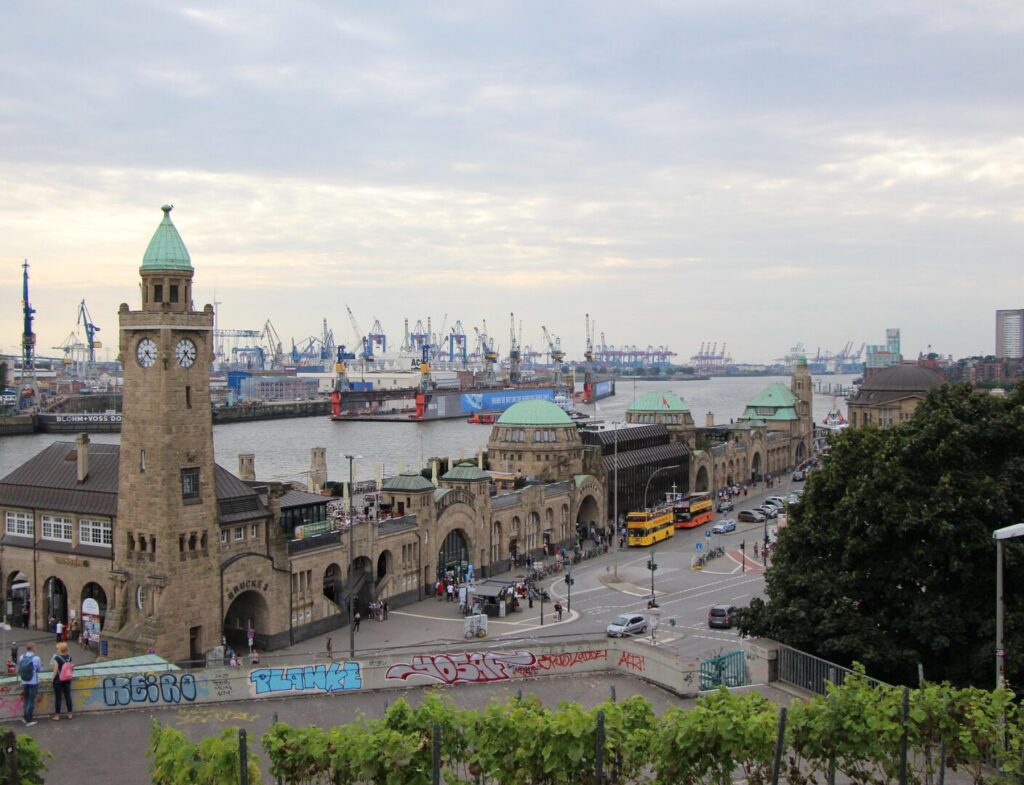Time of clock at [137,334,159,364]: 4:37
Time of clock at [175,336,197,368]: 4:36
